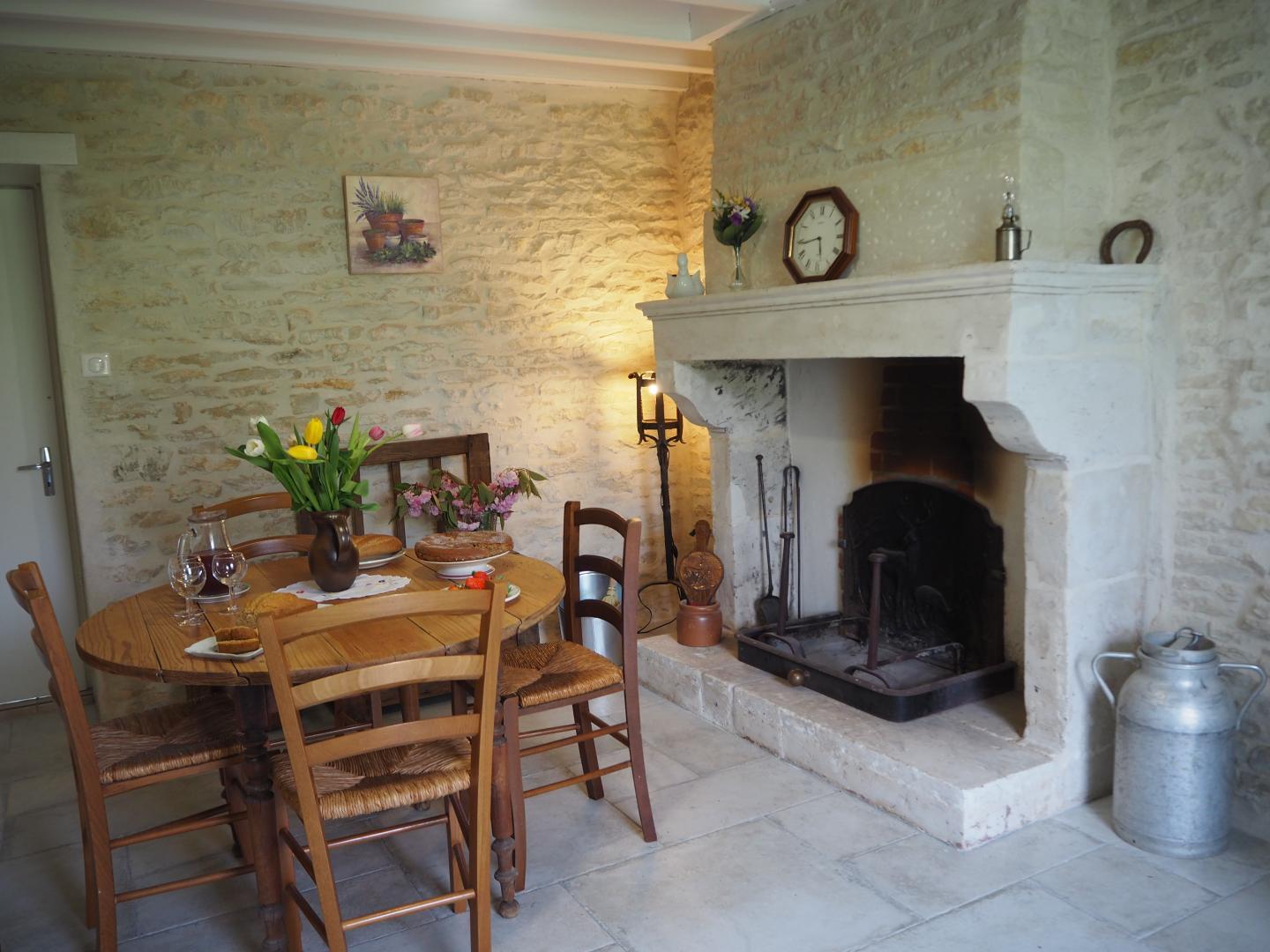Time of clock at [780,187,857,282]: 5:43
